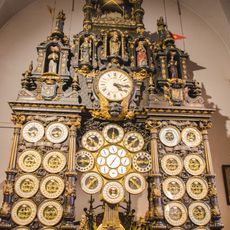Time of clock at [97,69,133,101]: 4:16
